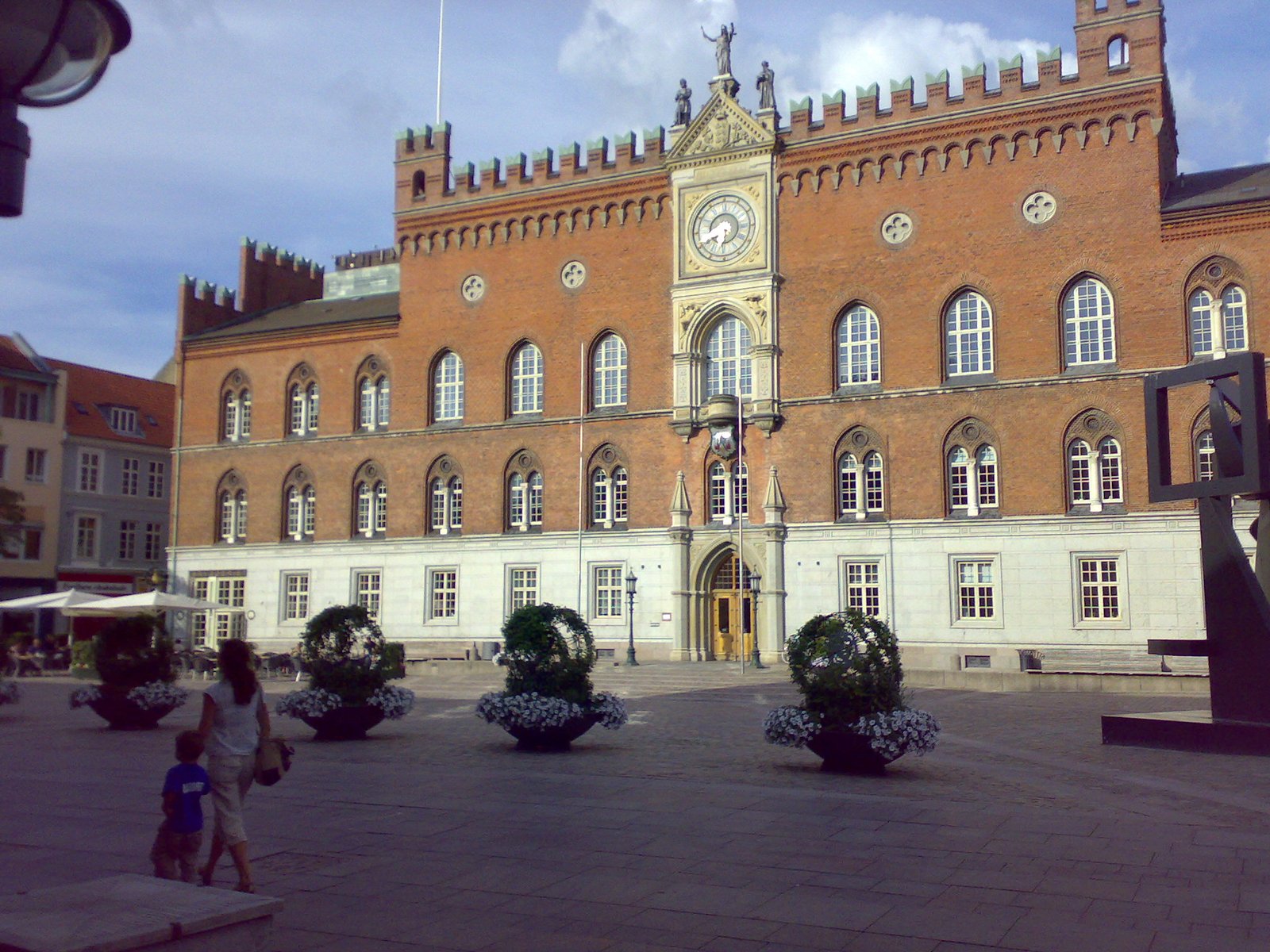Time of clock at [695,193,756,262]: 6:40
